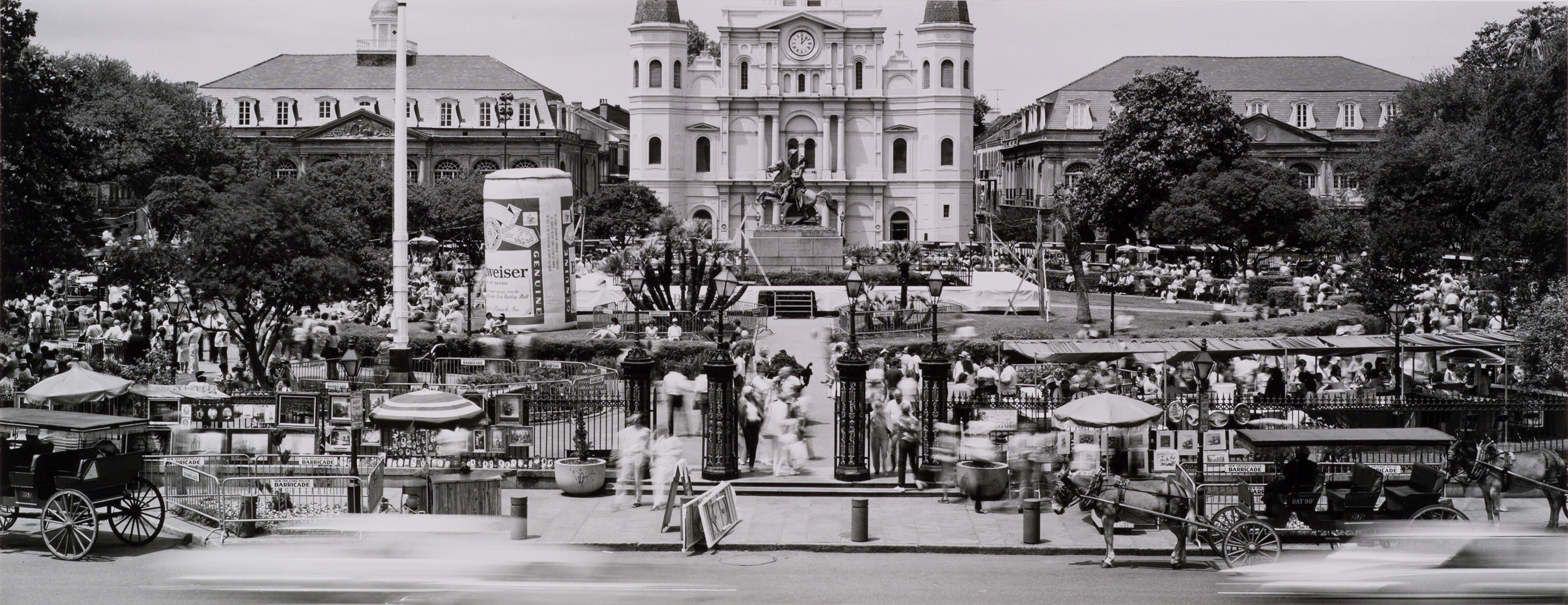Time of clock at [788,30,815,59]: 12:06
